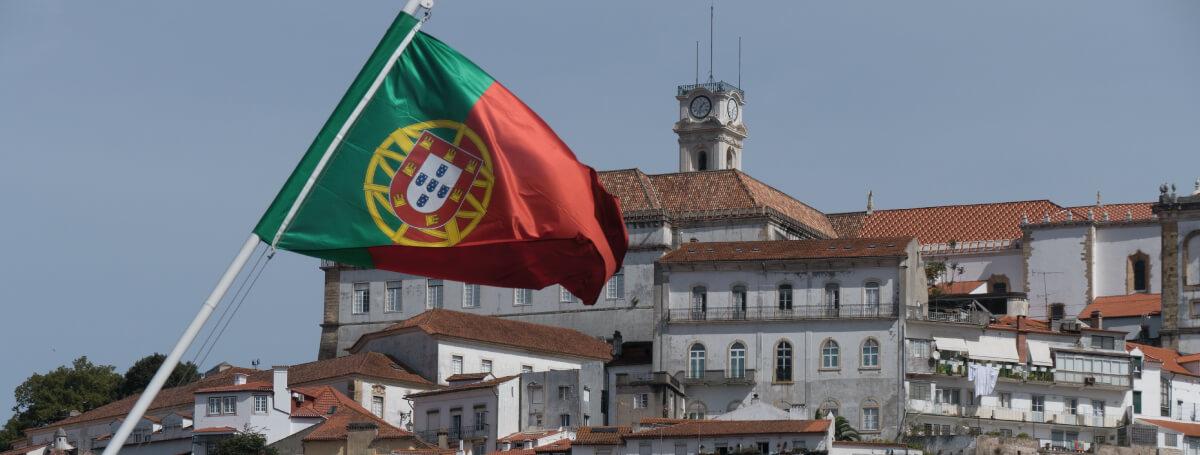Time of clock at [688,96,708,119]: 1:32
